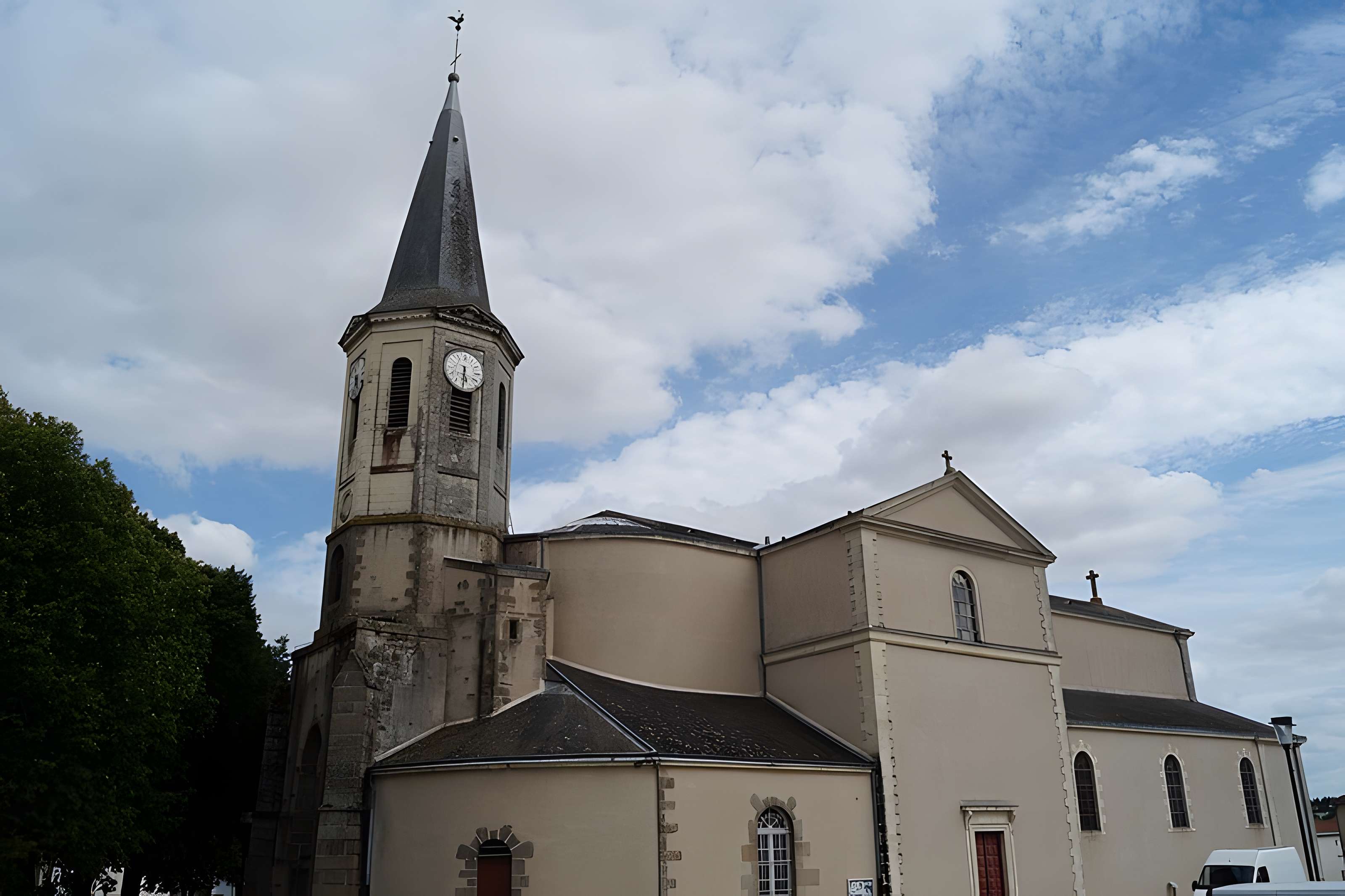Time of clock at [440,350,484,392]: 5:30
